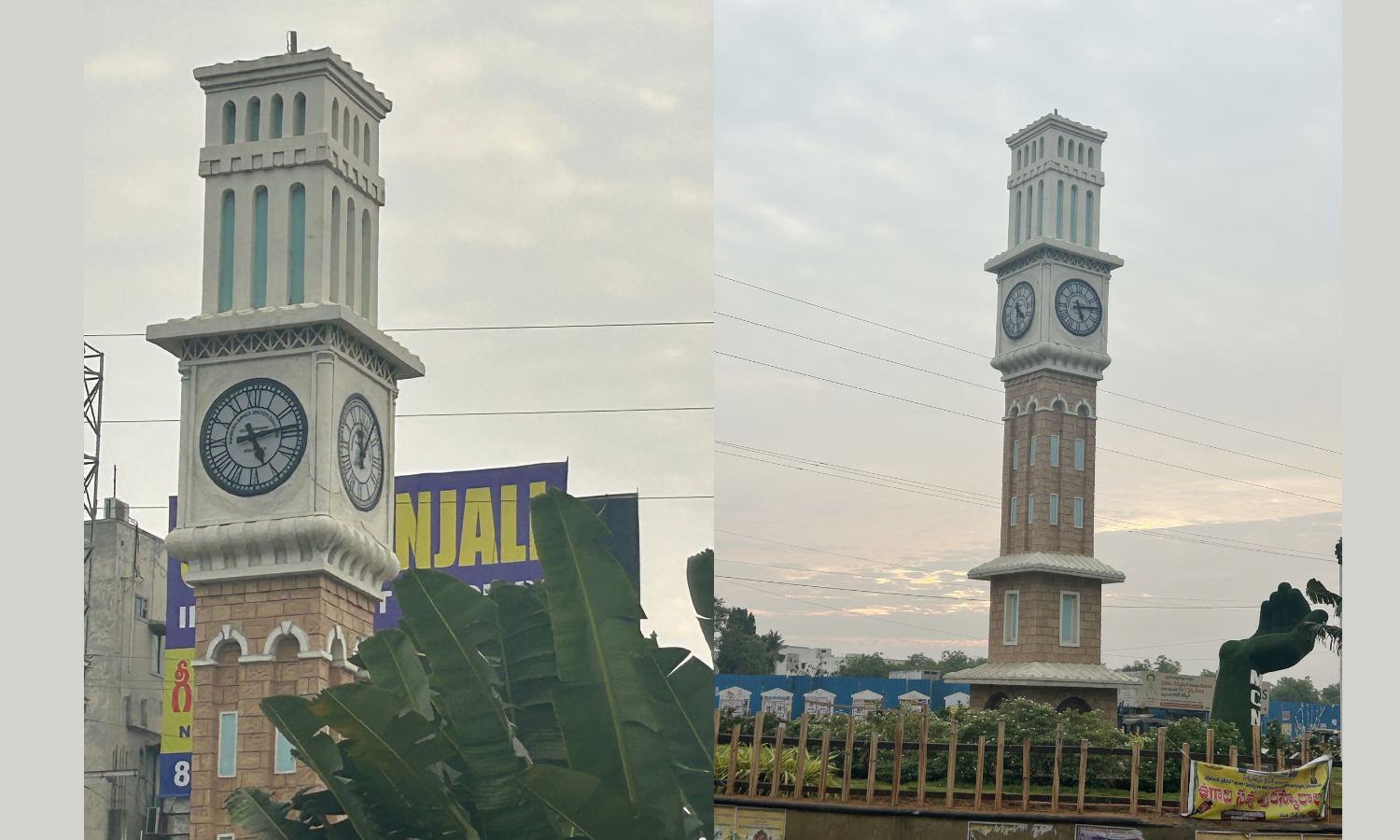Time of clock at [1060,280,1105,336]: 5:14
